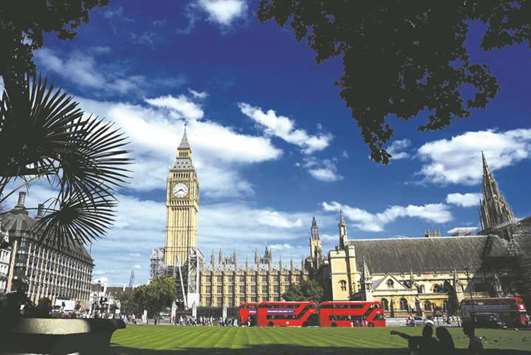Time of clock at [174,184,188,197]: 3:40
